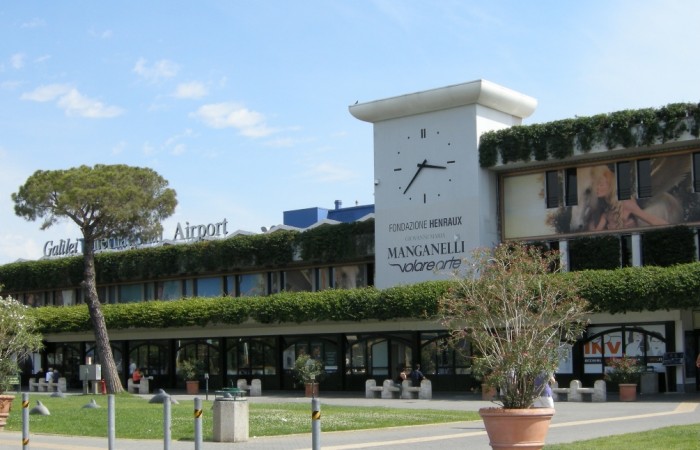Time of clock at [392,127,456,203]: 3:37
